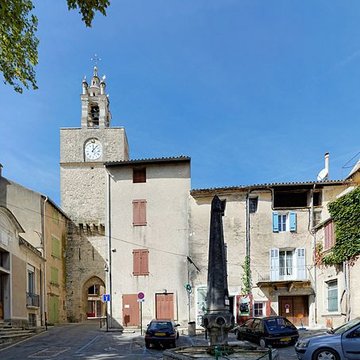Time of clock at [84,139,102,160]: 12:07
